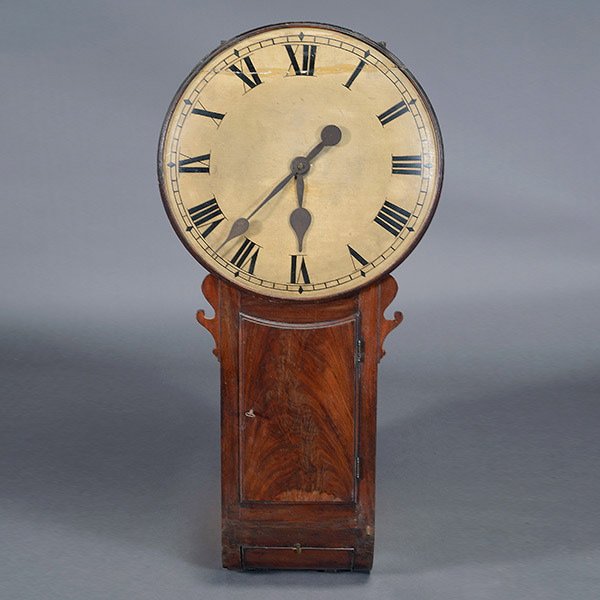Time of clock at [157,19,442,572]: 1:30
